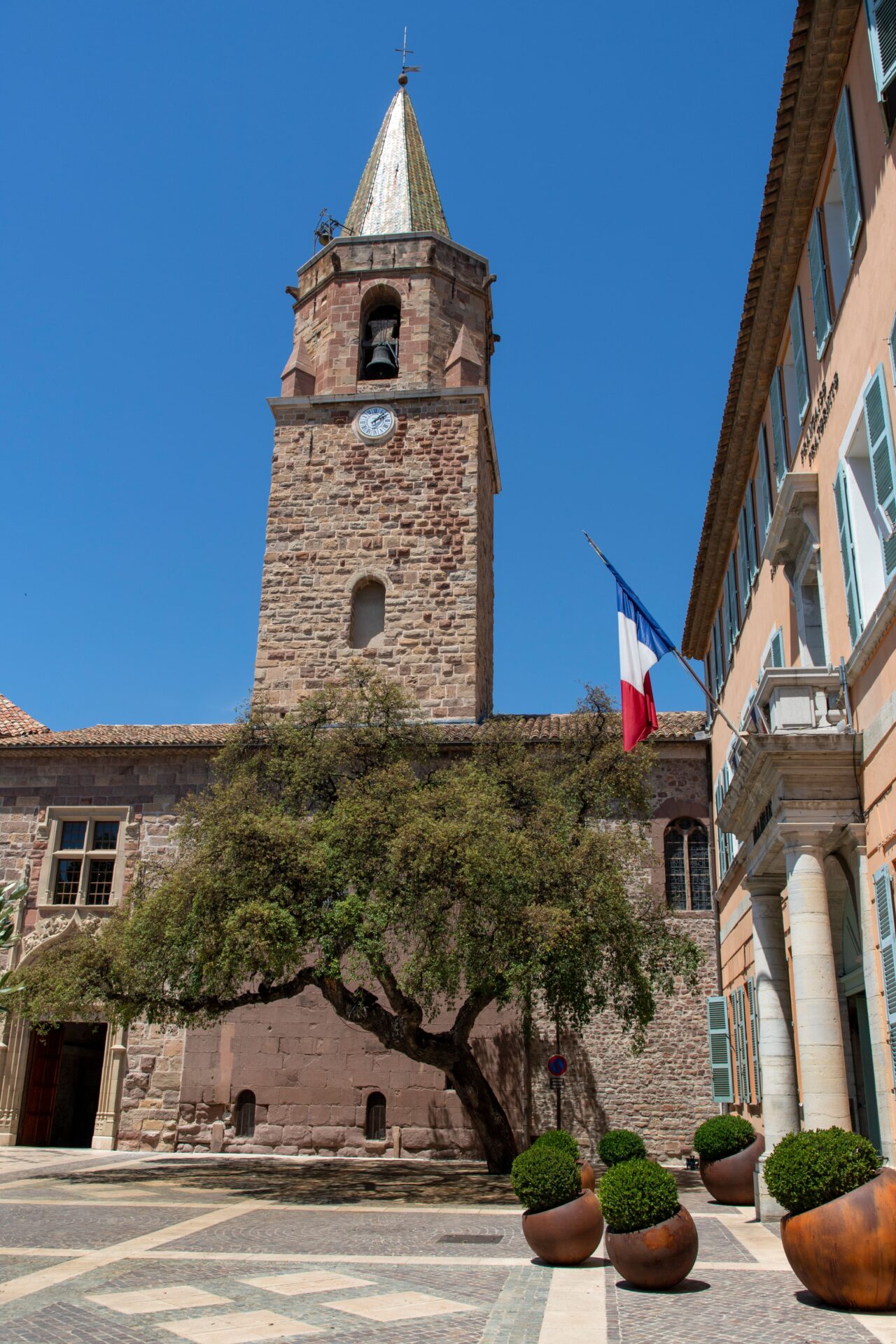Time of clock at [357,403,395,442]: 2:07
